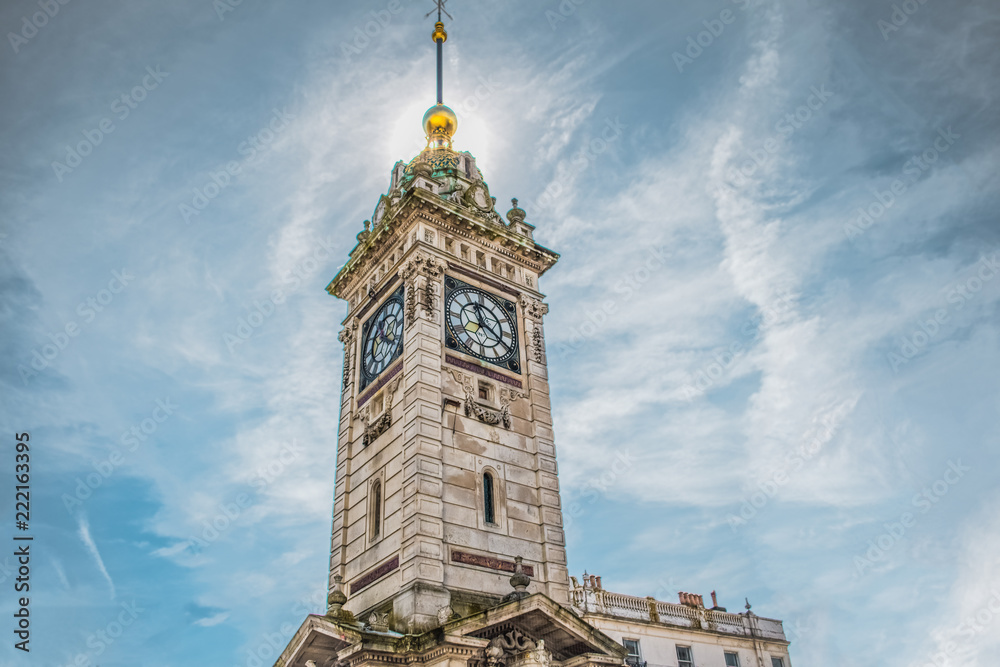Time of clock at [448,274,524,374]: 11:19
